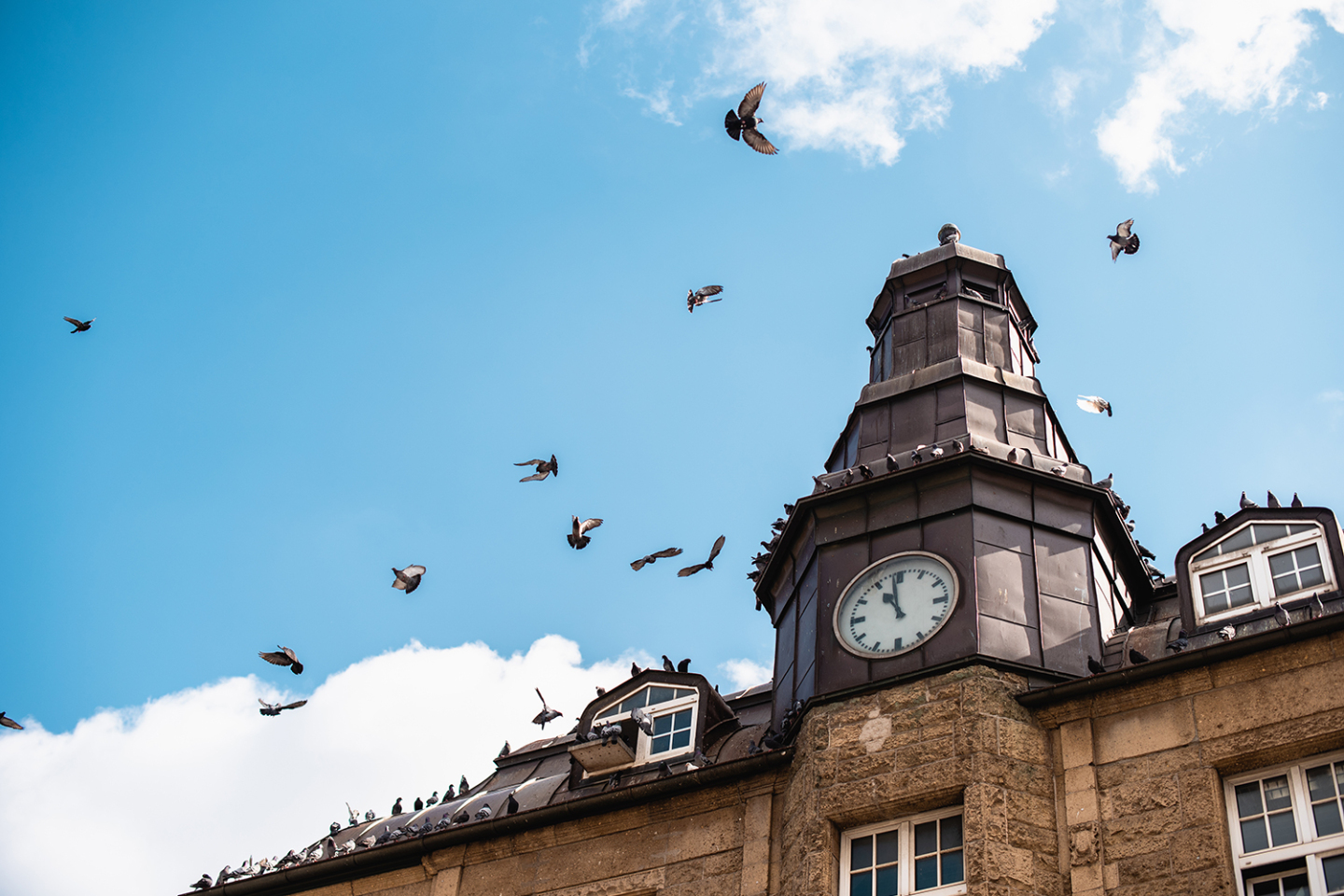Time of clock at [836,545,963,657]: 10:58
